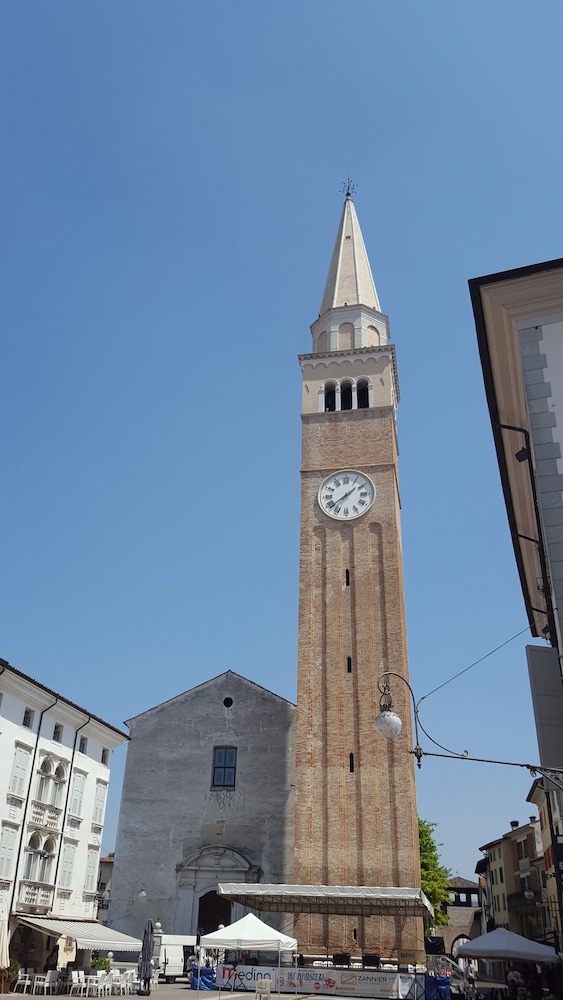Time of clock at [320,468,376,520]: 1:39
